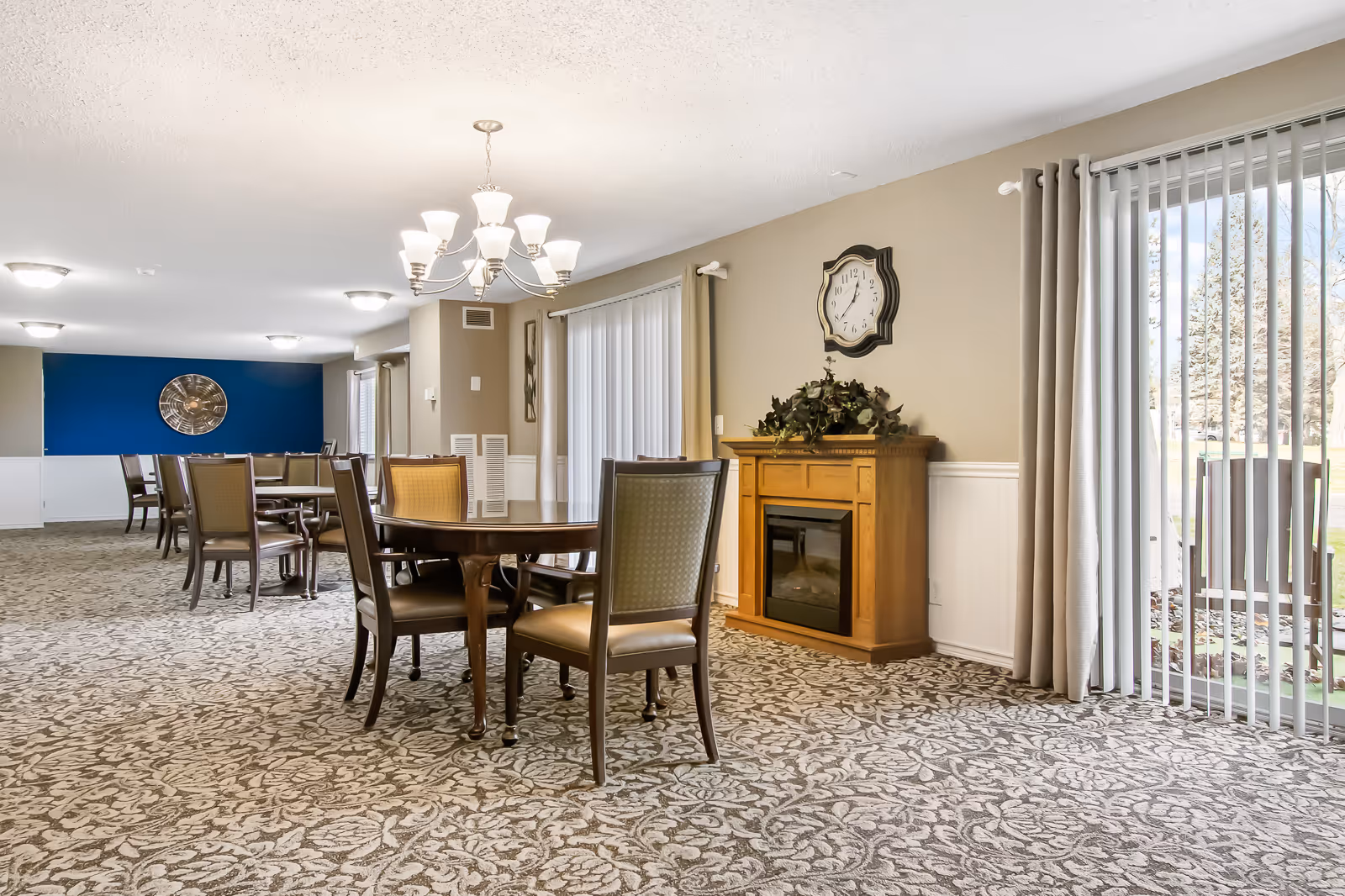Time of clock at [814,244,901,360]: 12:38
